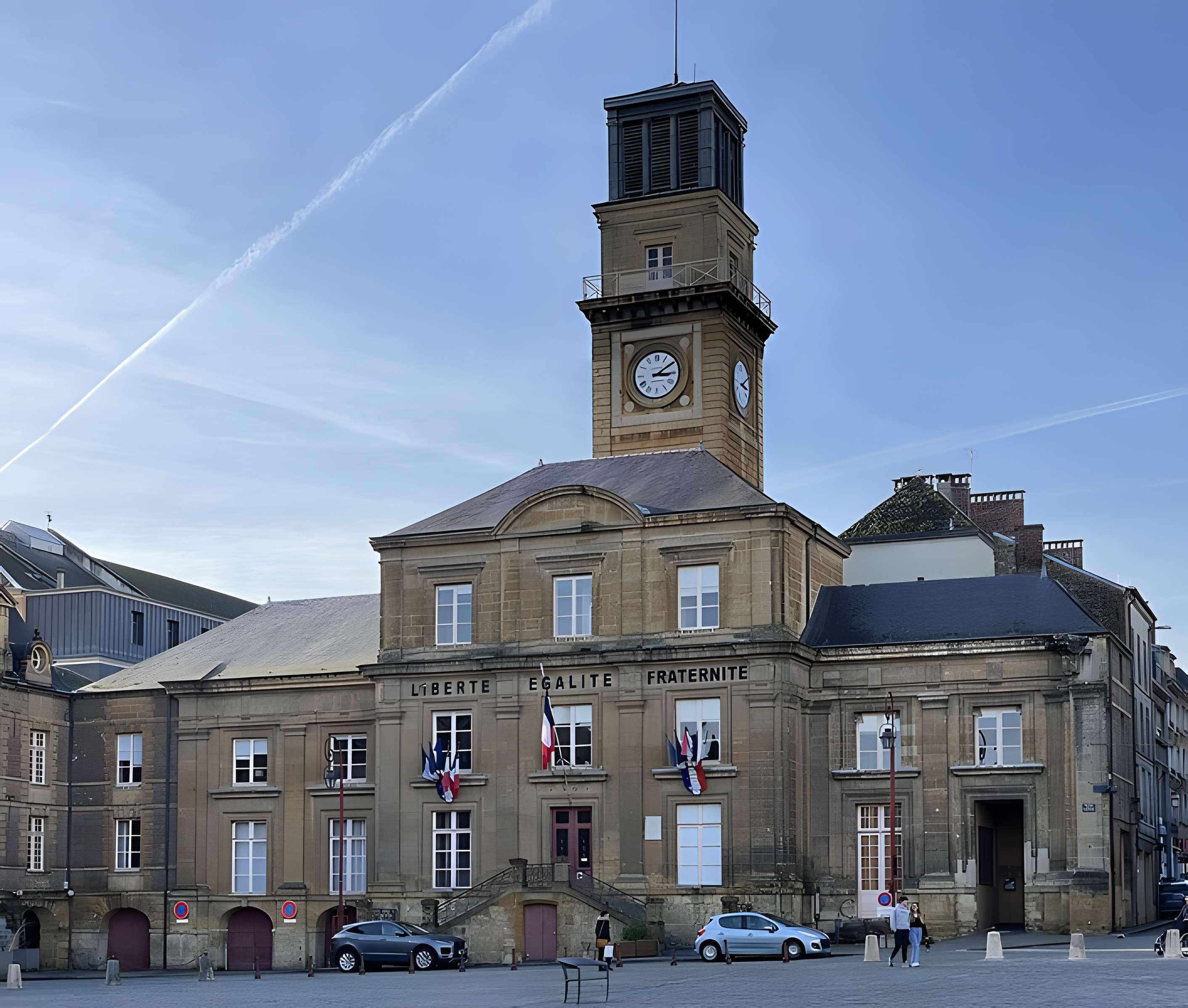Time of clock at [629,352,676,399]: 3:09
